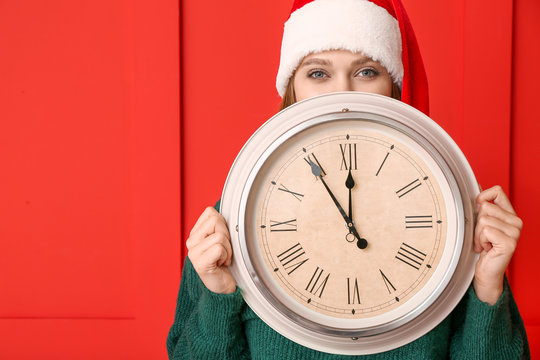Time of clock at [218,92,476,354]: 11:54
